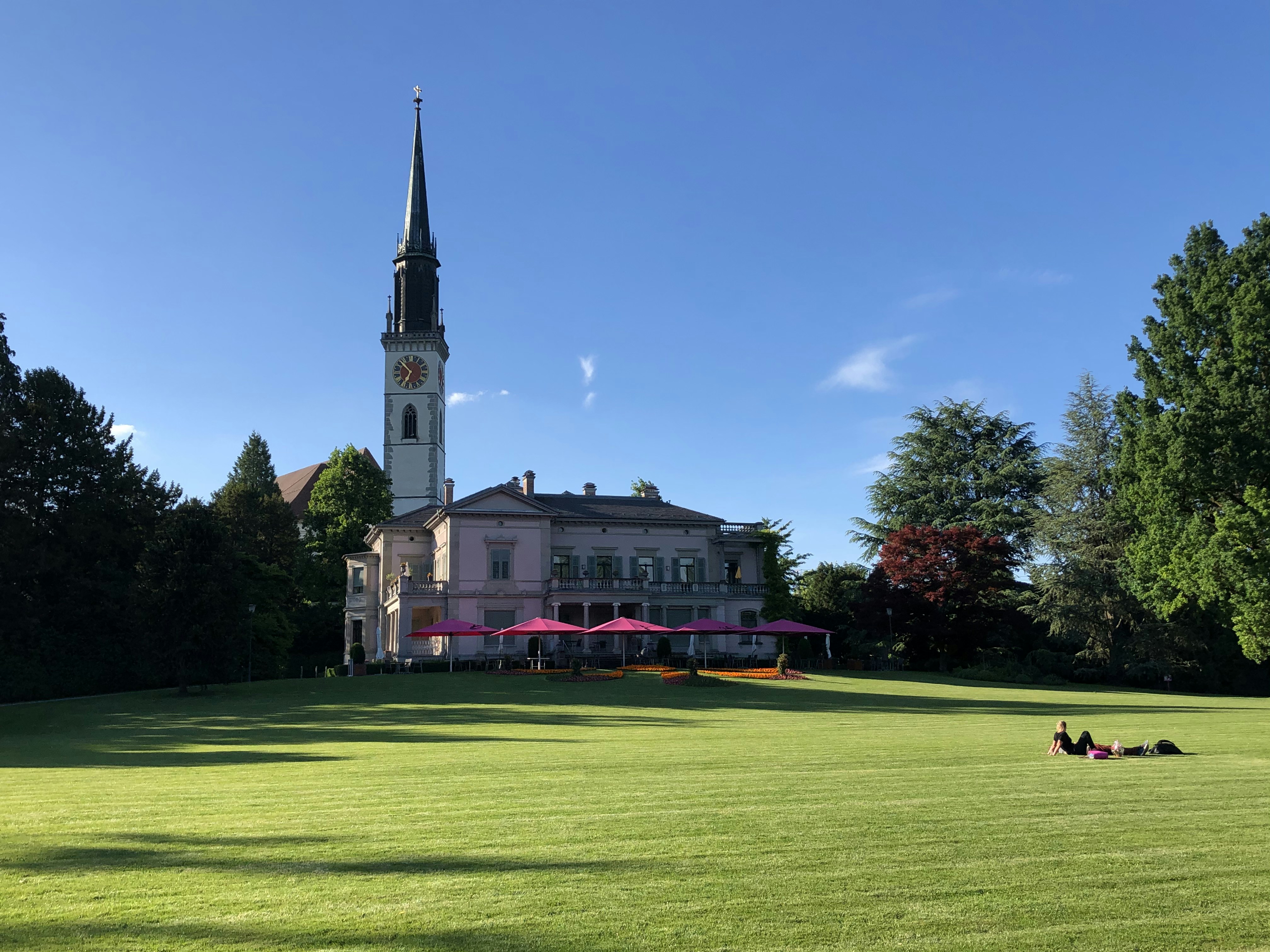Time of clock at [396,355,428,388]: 6:52
